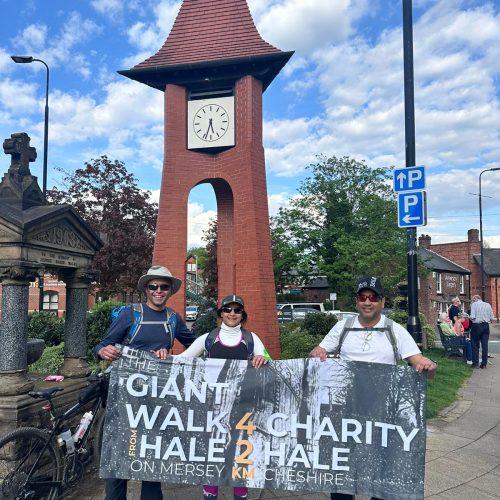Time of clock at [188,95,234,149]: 5:33
